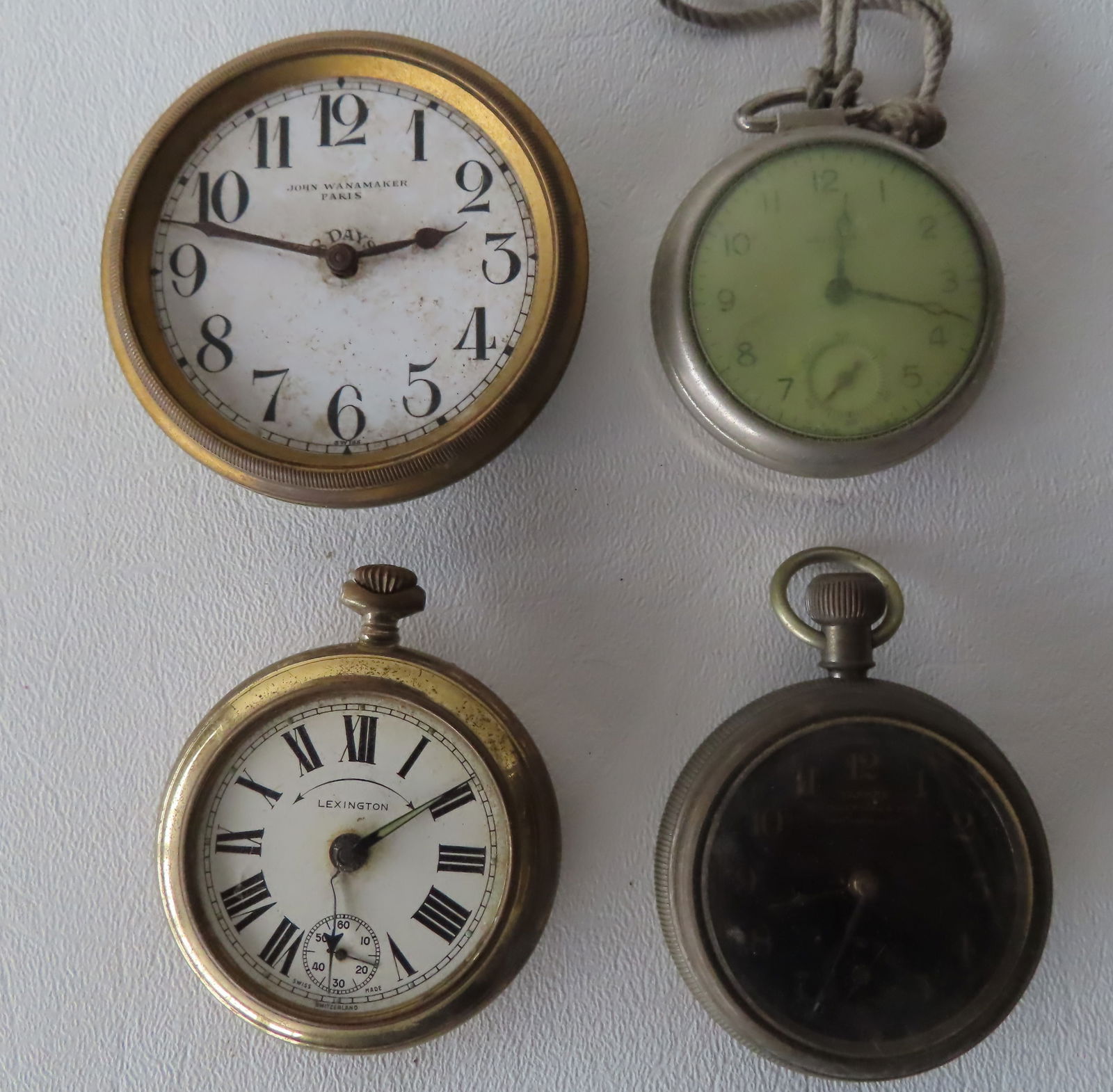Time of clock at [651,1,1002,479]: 12:18
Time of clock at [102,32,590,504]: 2:47
